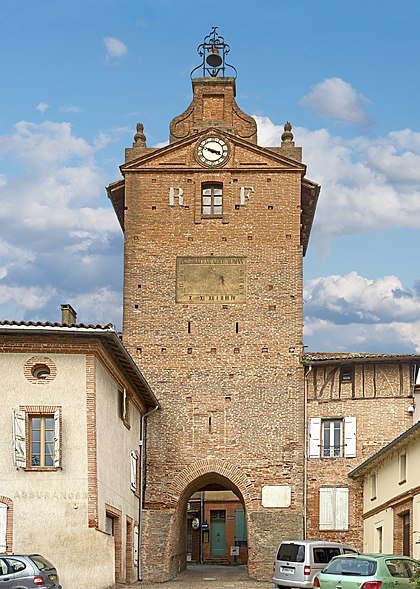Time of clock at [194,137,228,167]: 3:48
